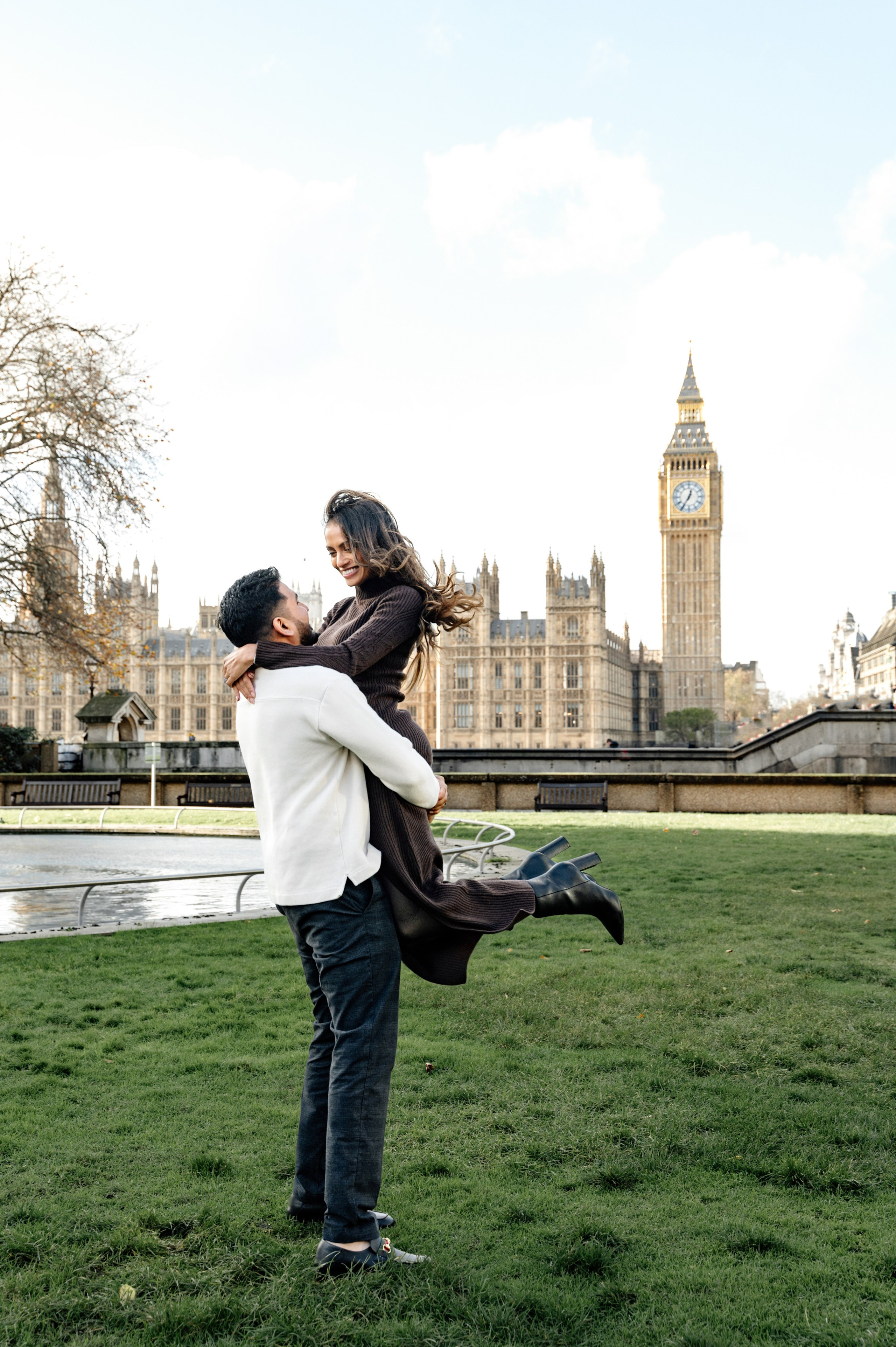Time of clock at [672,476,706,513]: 12:35
